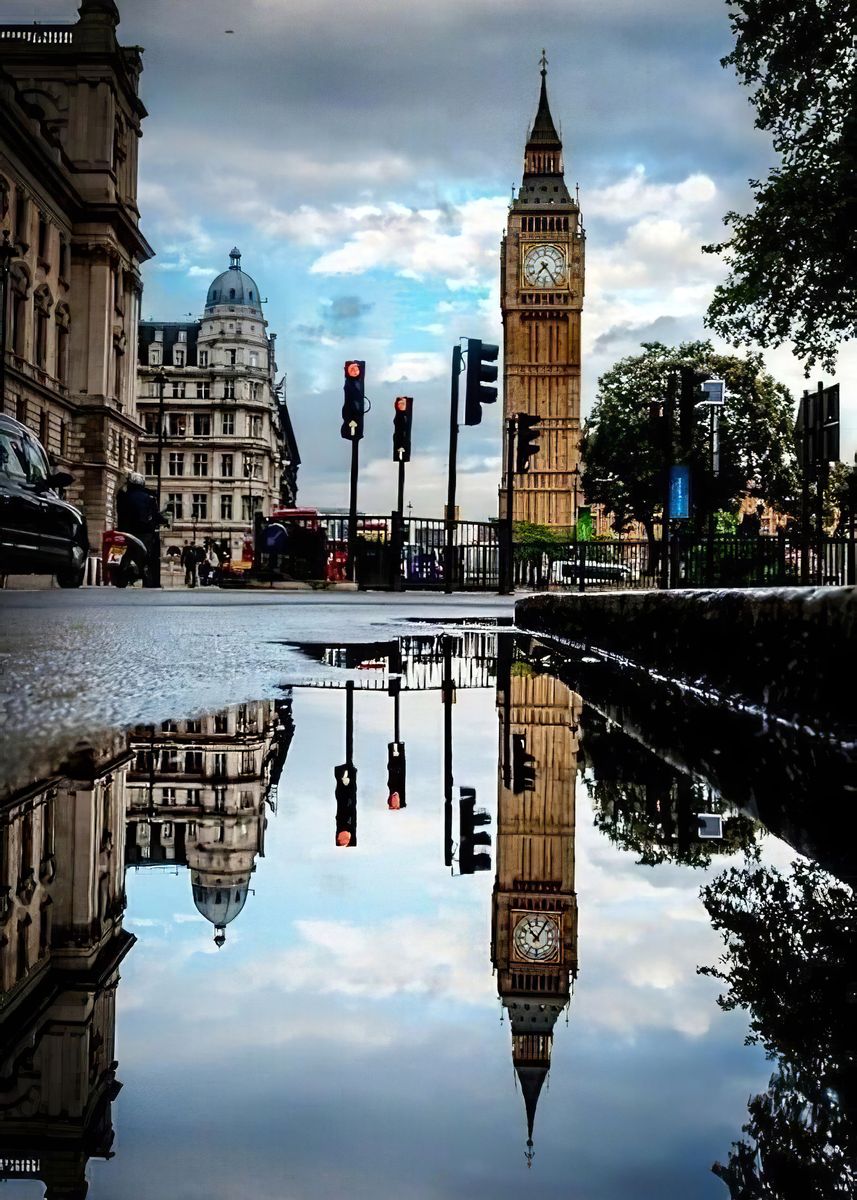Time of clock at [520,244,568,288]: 7:24
